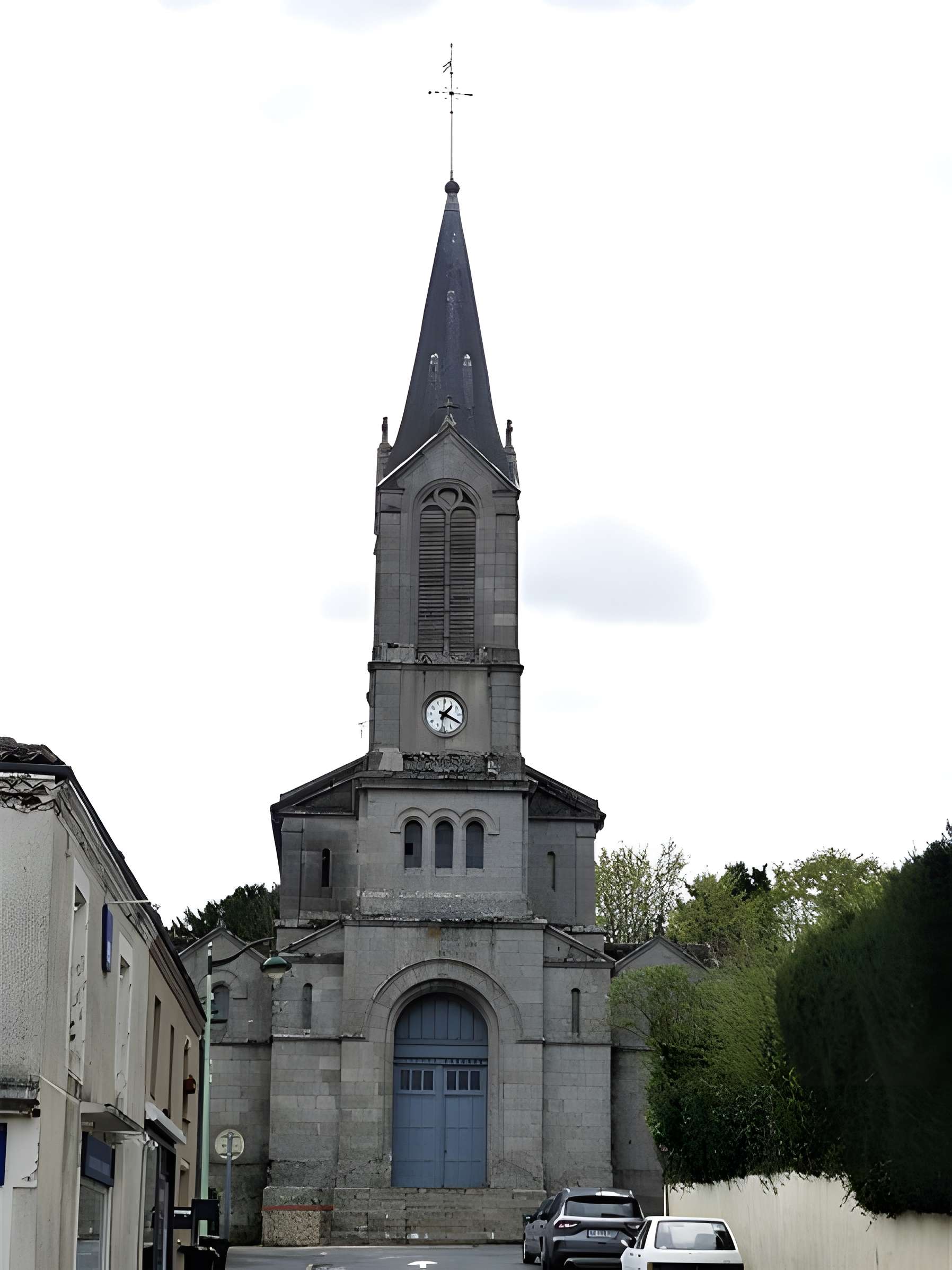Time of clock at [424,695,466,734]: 1:19
